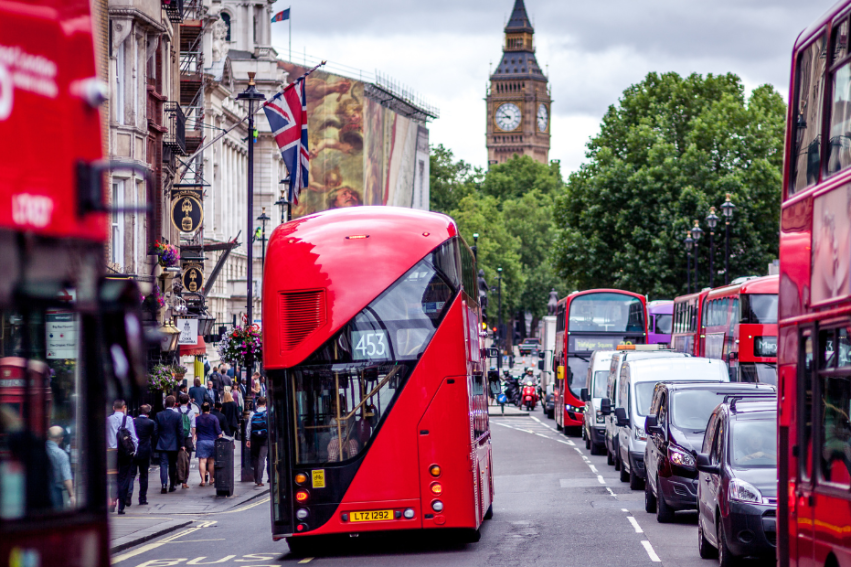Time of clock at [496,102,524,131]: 8:51
